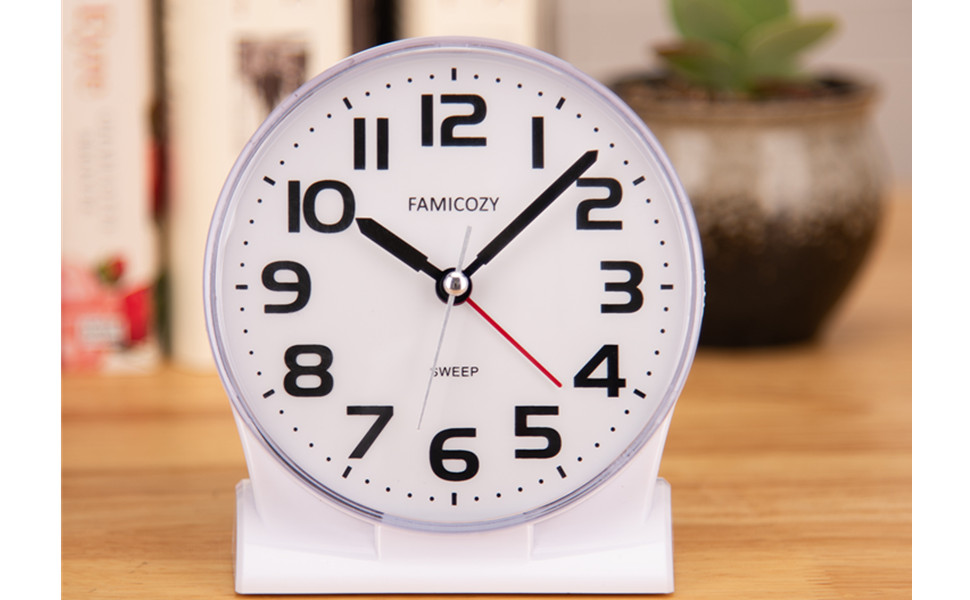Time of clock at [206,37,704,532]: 10:07
